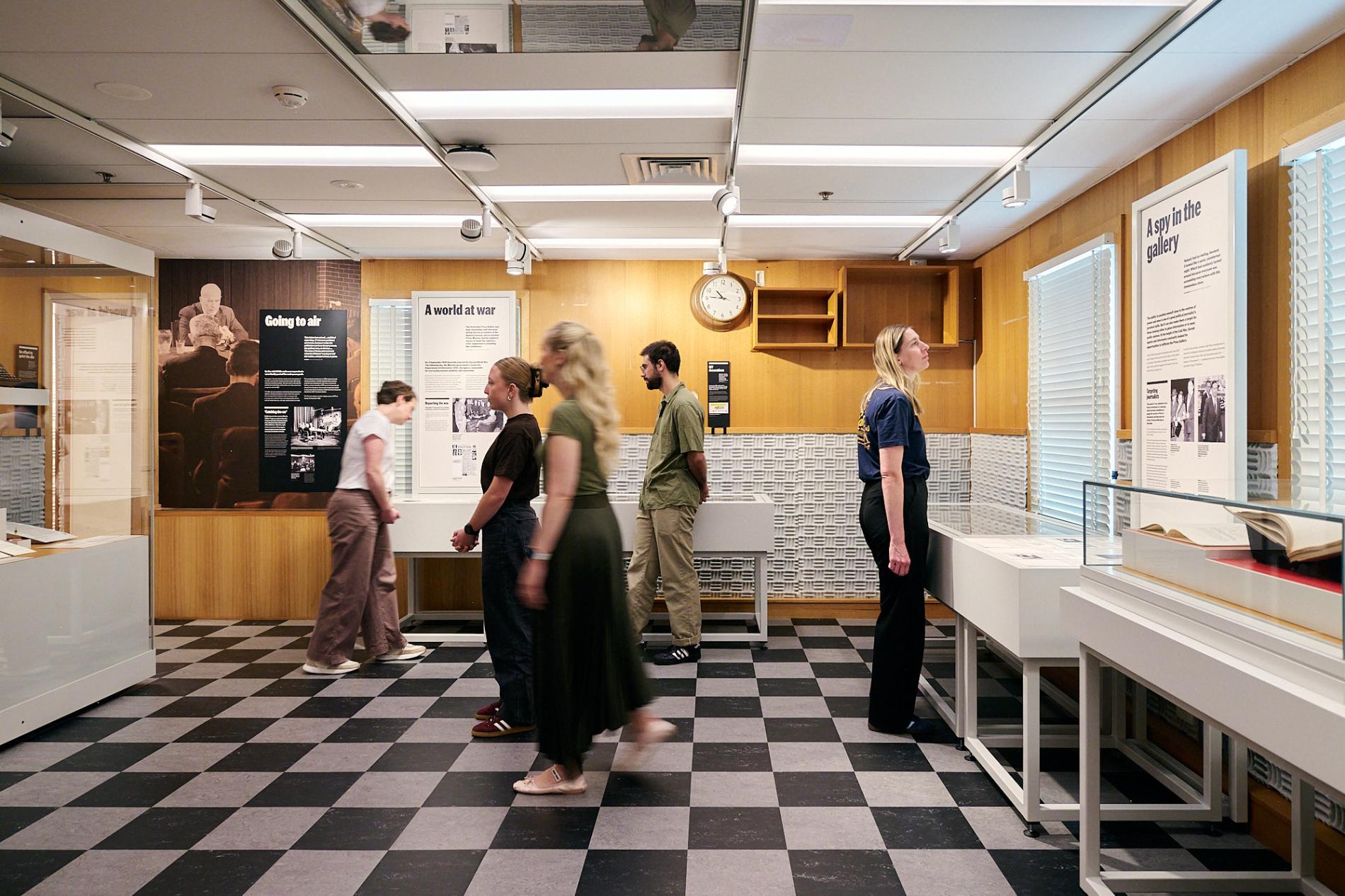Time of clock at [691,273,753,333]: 10:45
